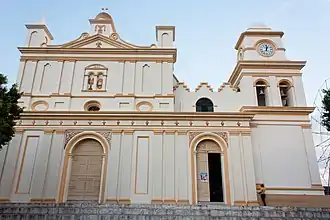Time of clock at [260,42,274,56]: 1:01
